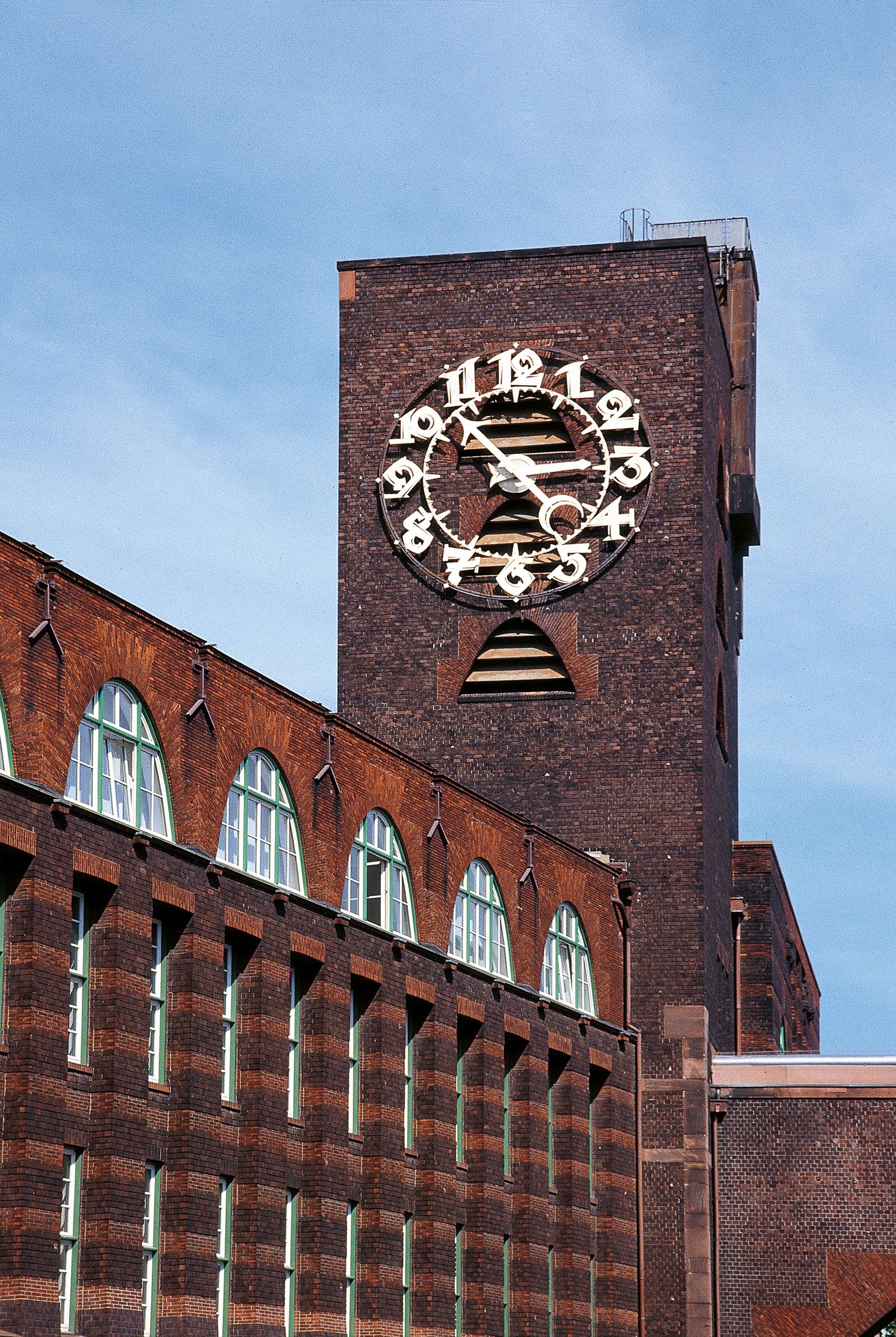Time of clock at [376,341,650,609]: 2:53
